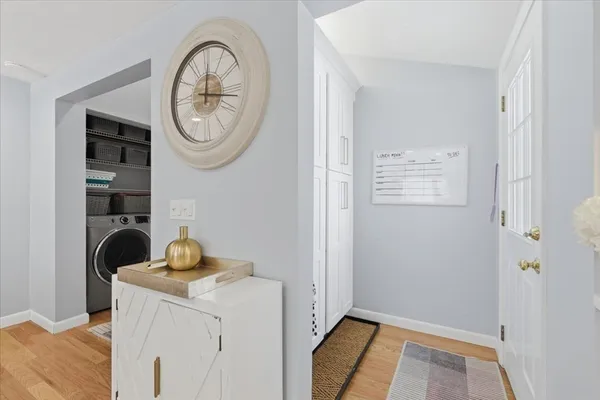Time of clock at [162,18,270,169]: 12:16
